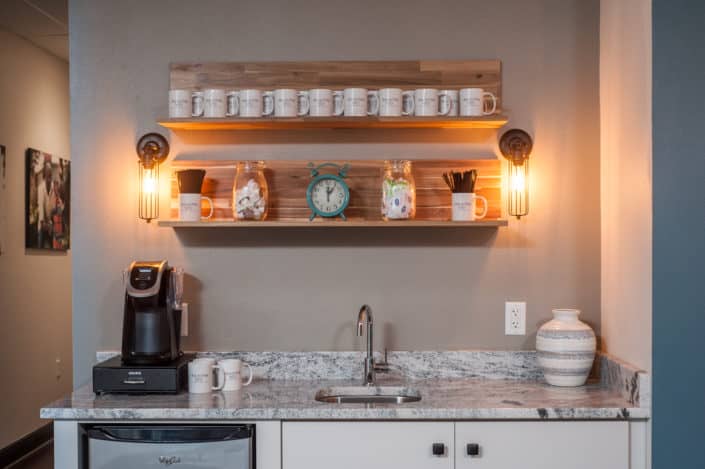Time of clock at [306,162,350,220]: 12:05
